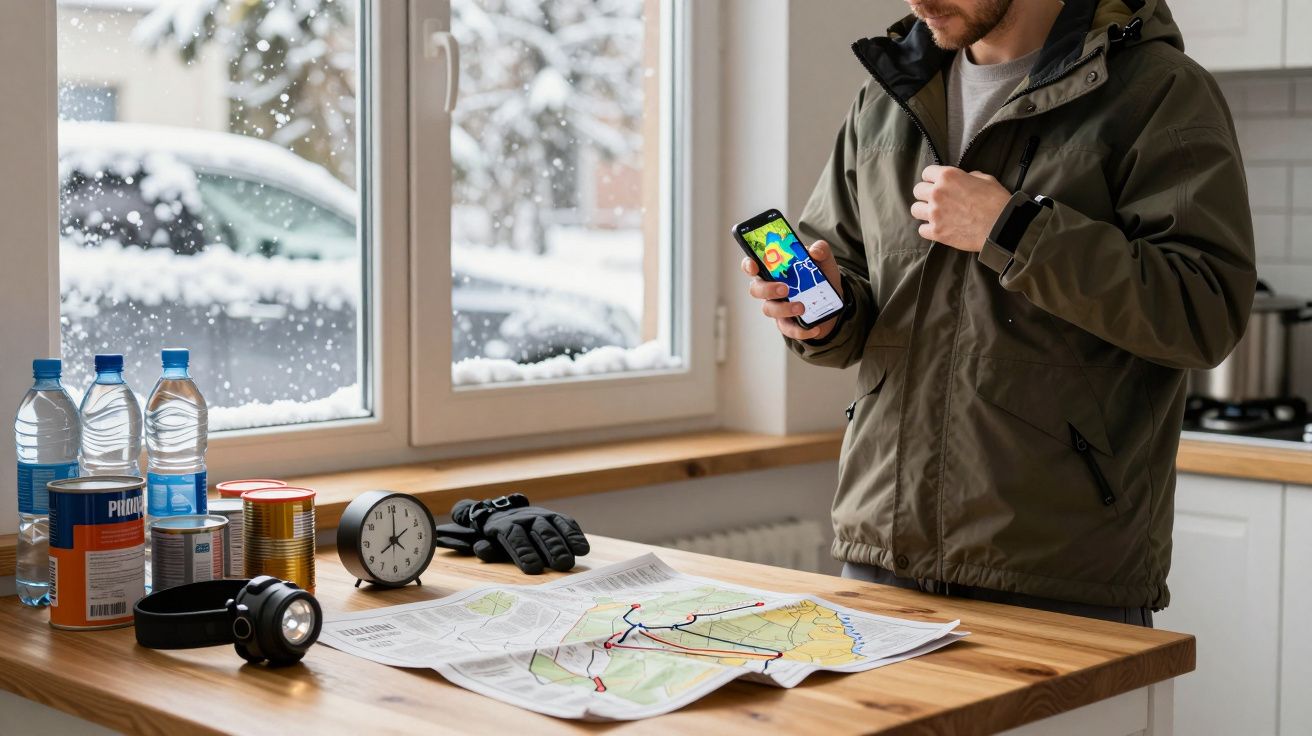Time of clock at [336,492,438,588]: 8:00
